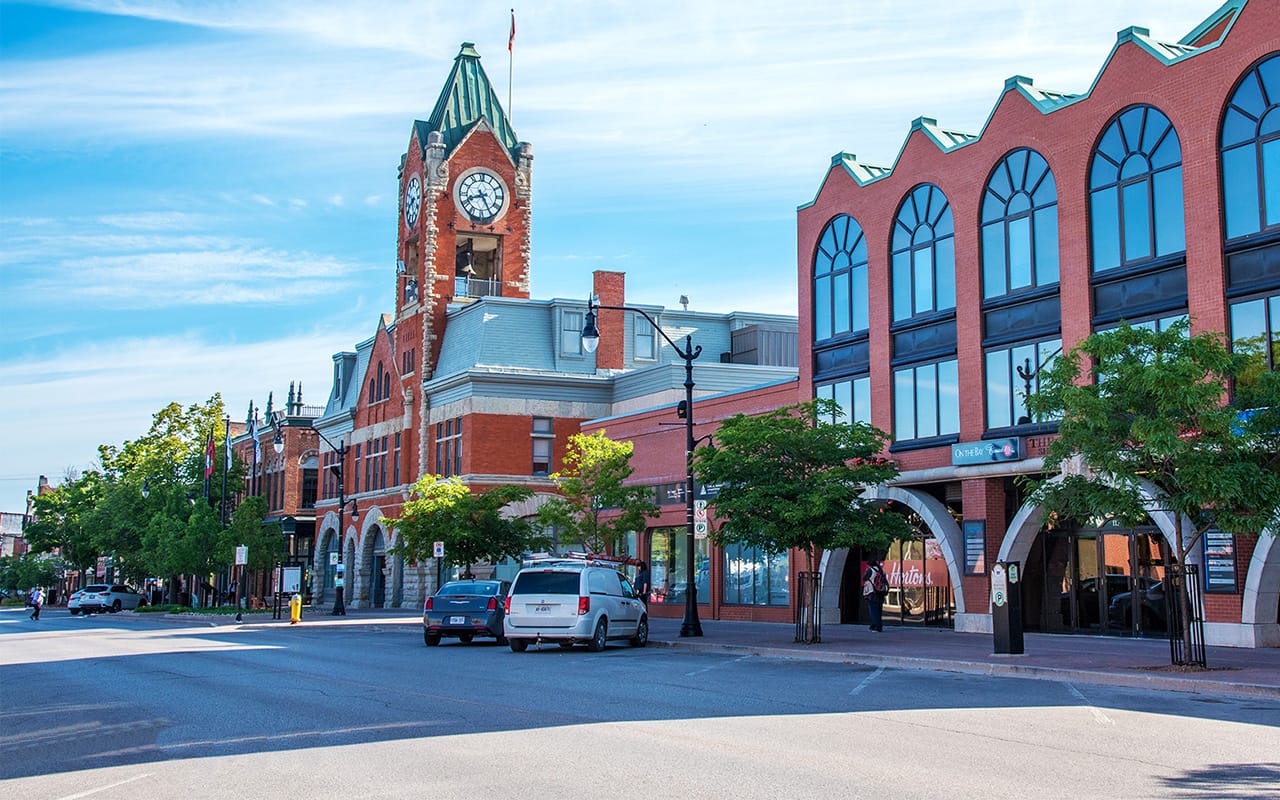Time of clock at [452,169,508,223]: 8:25
